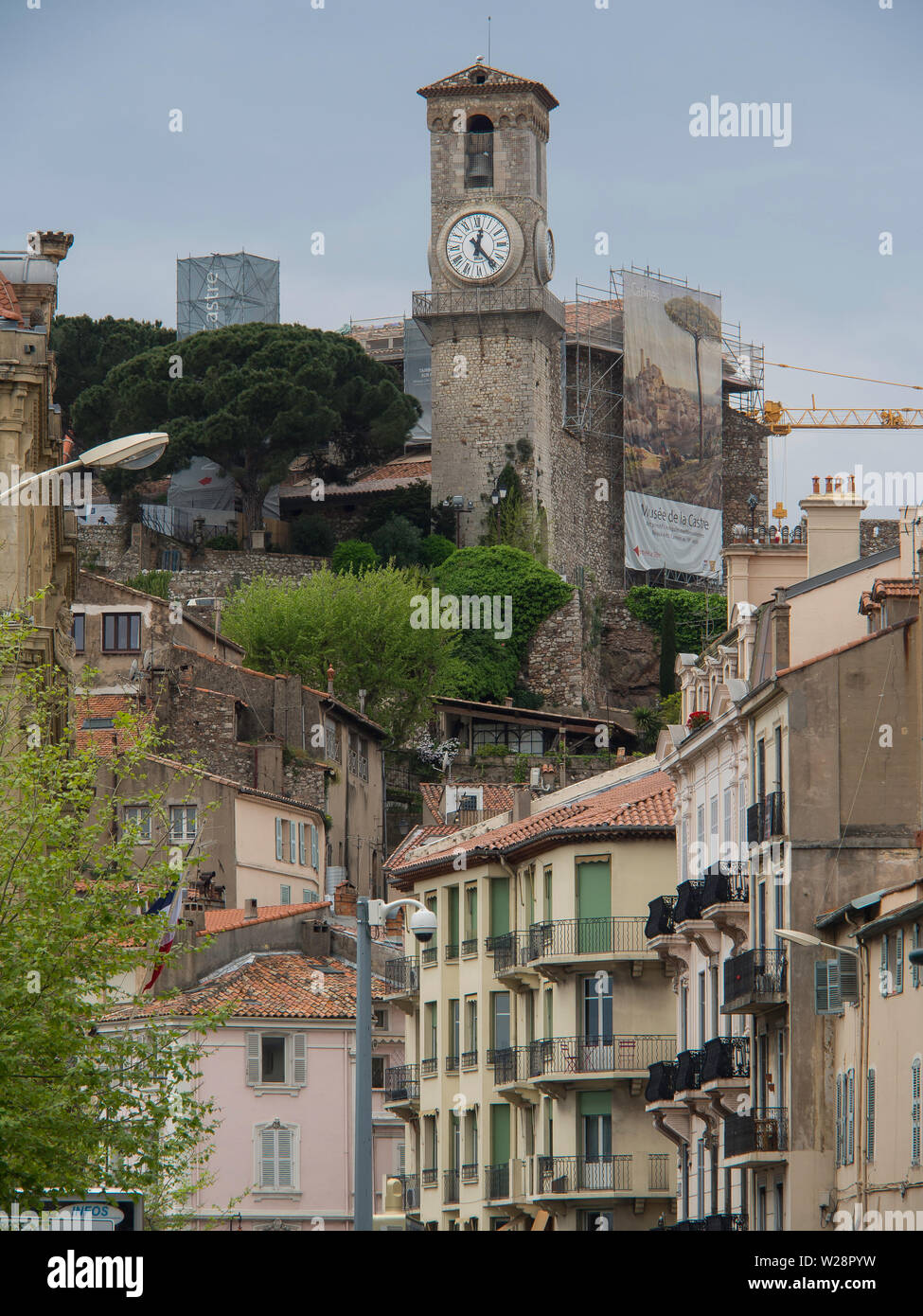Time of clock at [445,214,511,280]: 12:23
